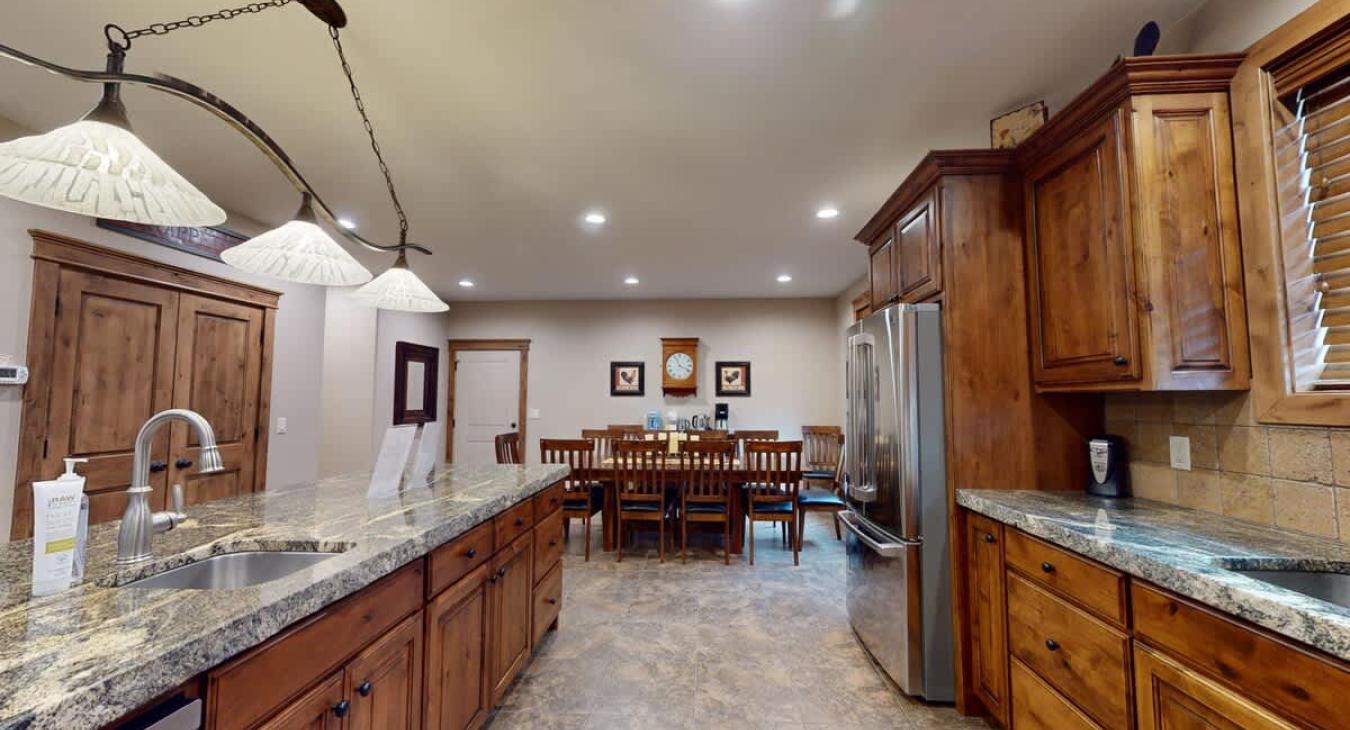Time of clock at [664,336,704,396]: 11:18
